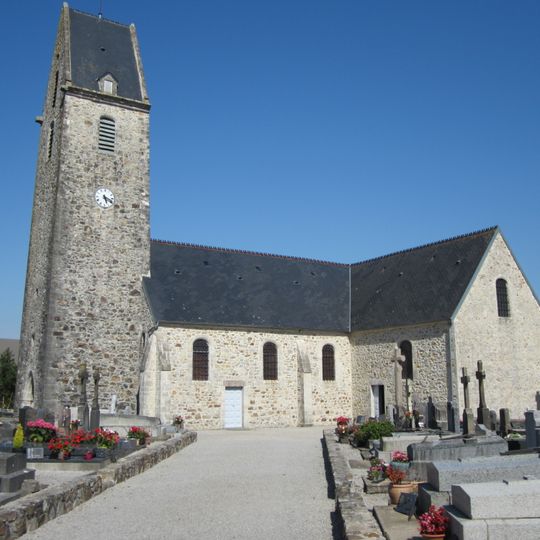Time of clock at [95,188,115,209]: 5:18
